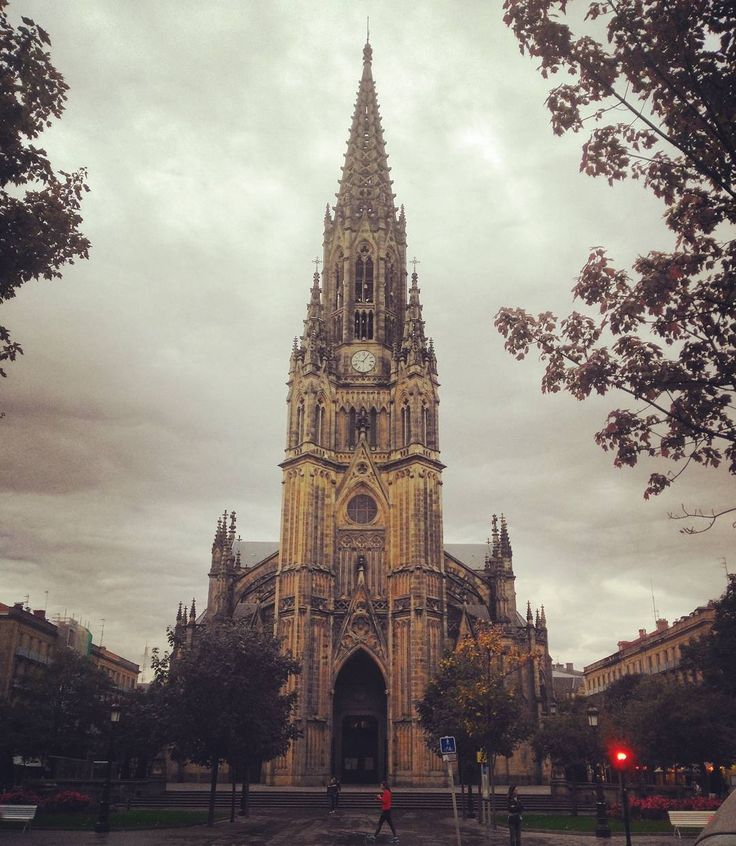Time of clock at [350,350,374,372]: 9:05
